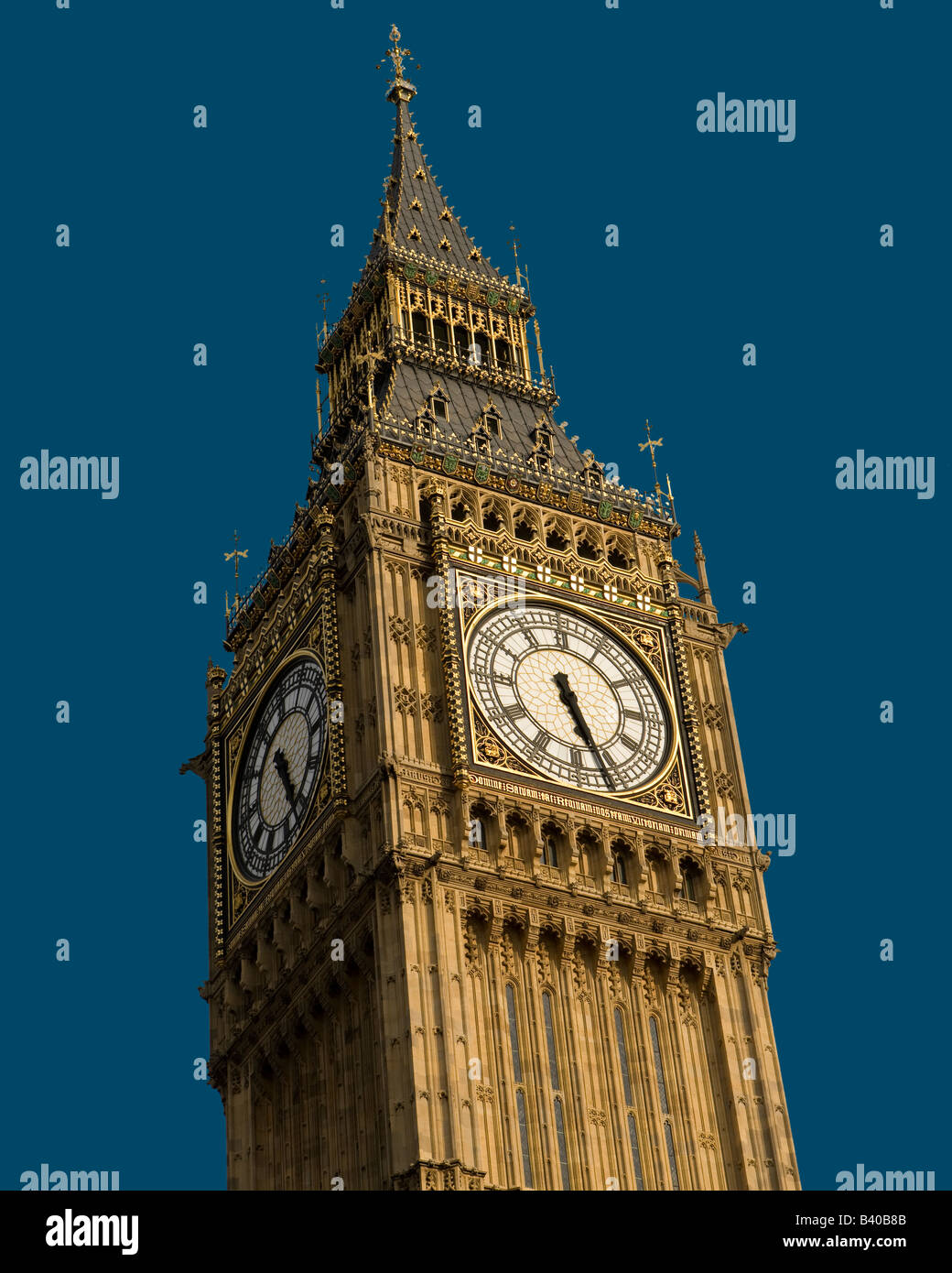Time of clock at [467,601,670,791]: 5:26
